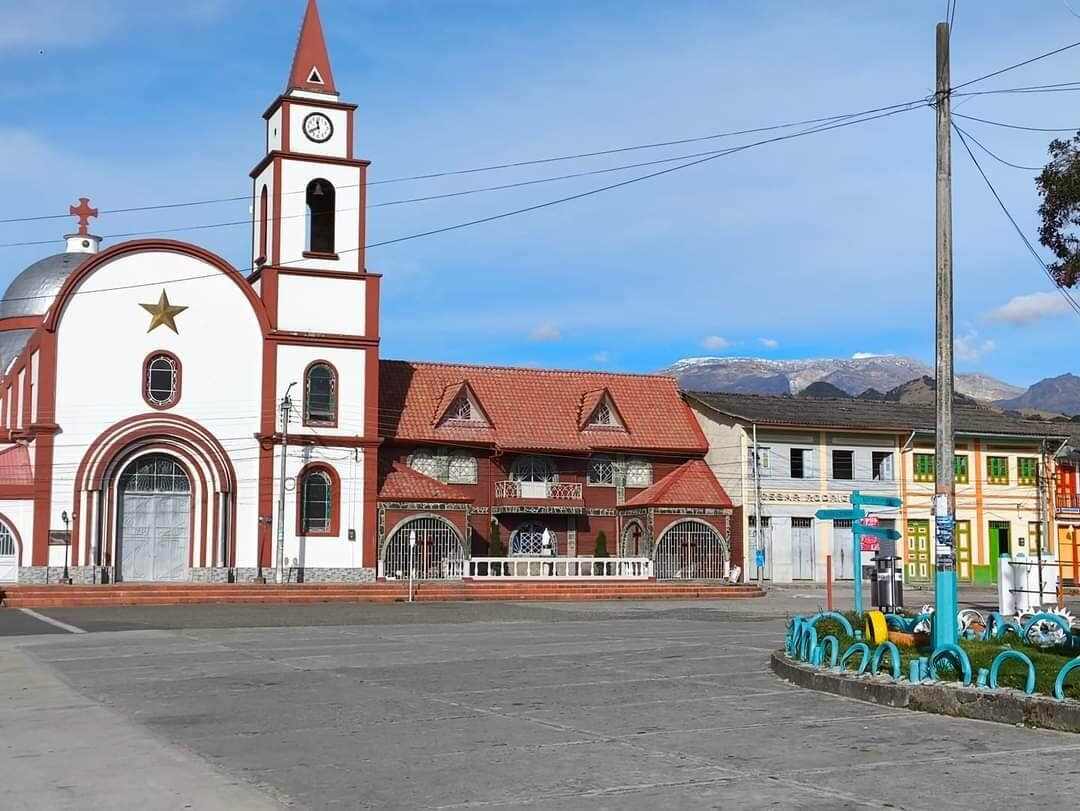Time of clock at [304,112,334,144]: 11:40
